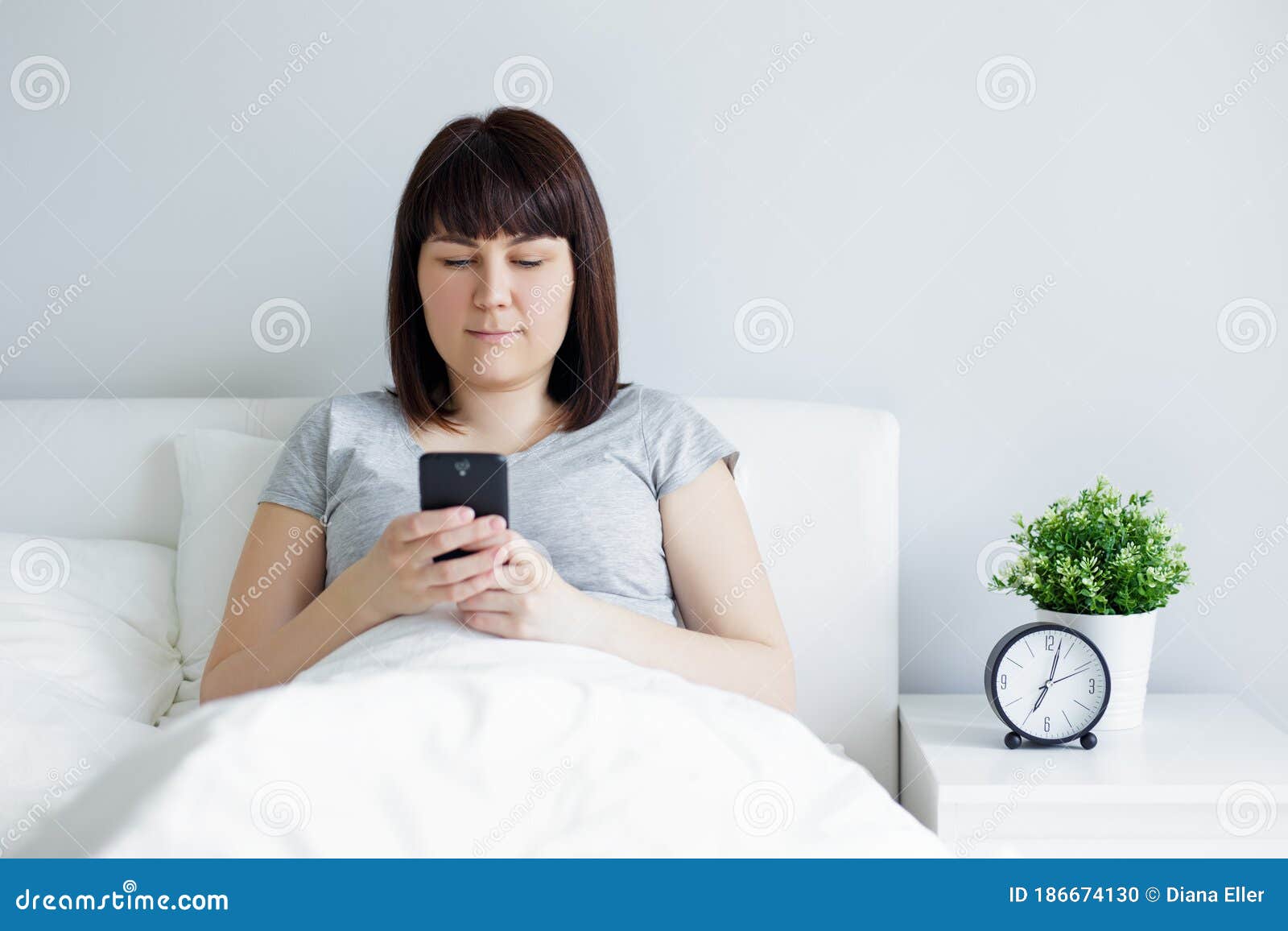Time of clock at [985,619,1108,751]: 7:02
